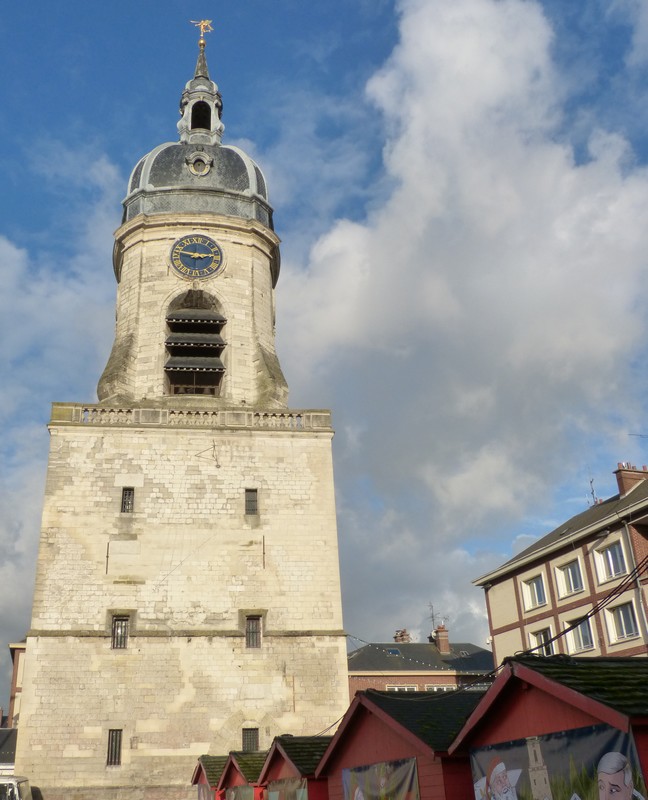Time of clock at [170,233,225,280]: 2:46
